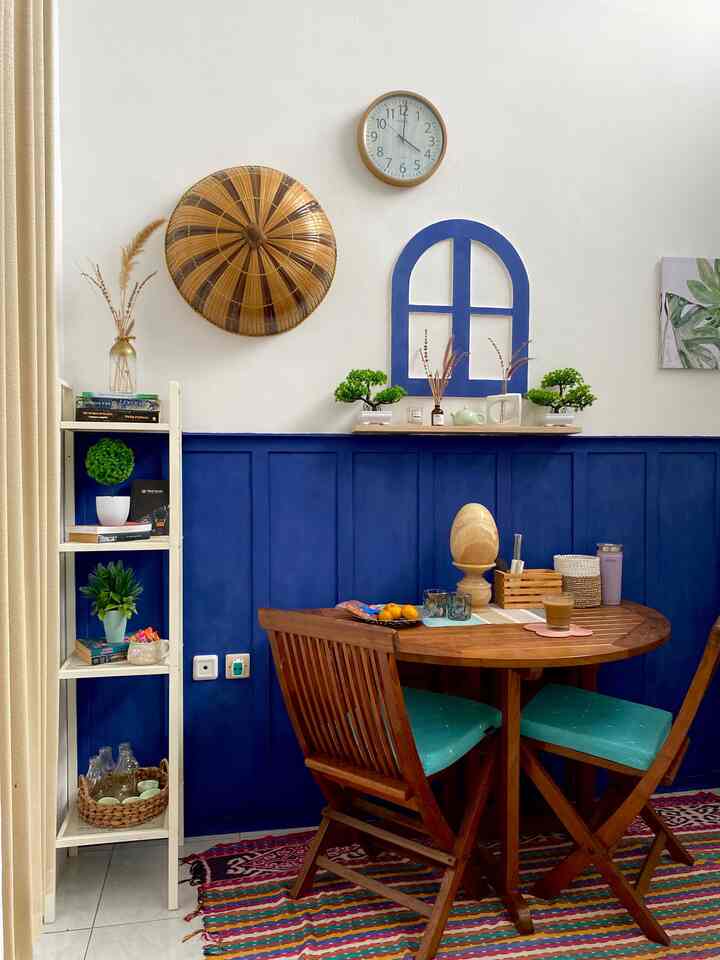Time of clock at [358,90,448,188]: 4:00
